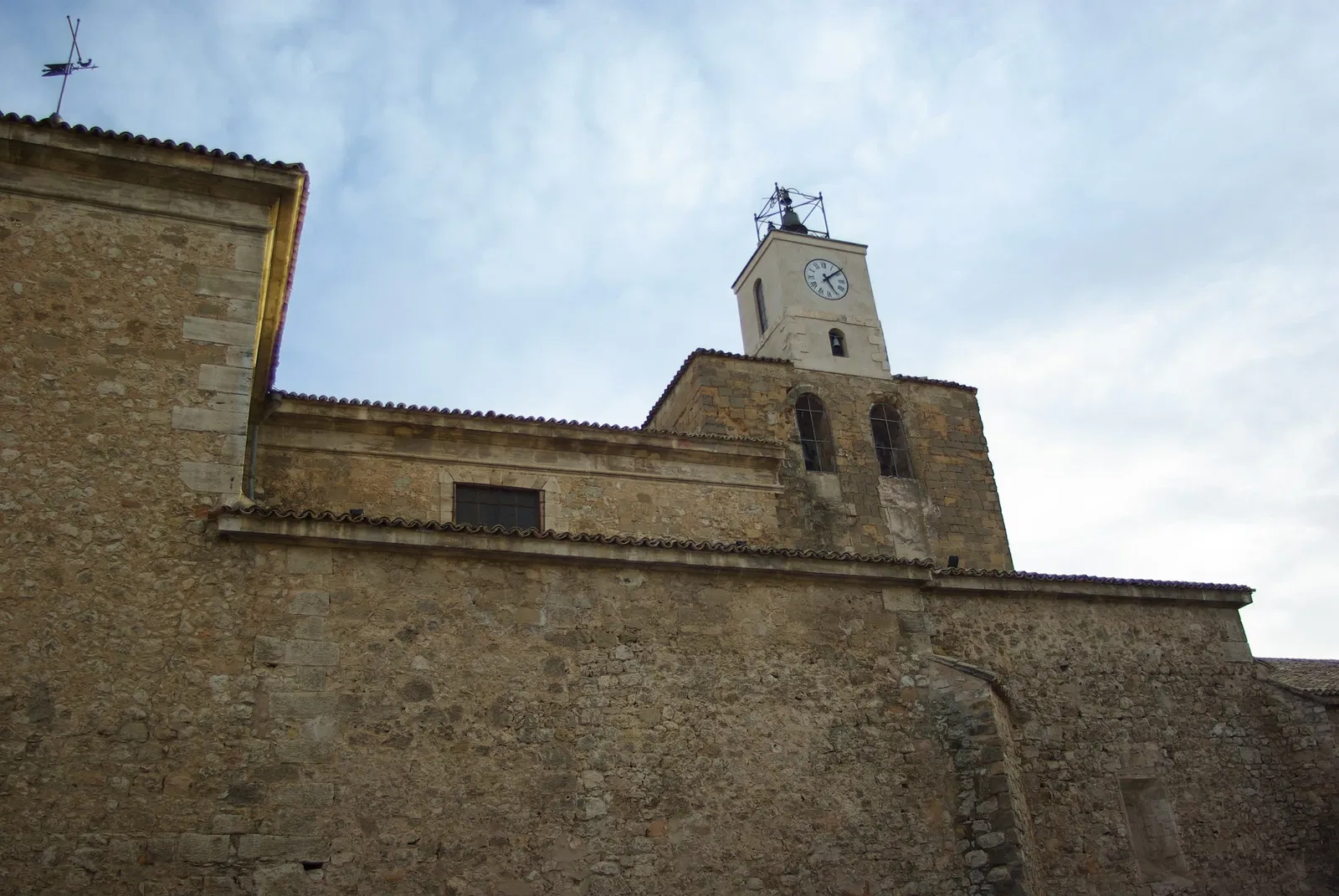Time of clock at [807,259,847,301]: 5:08
